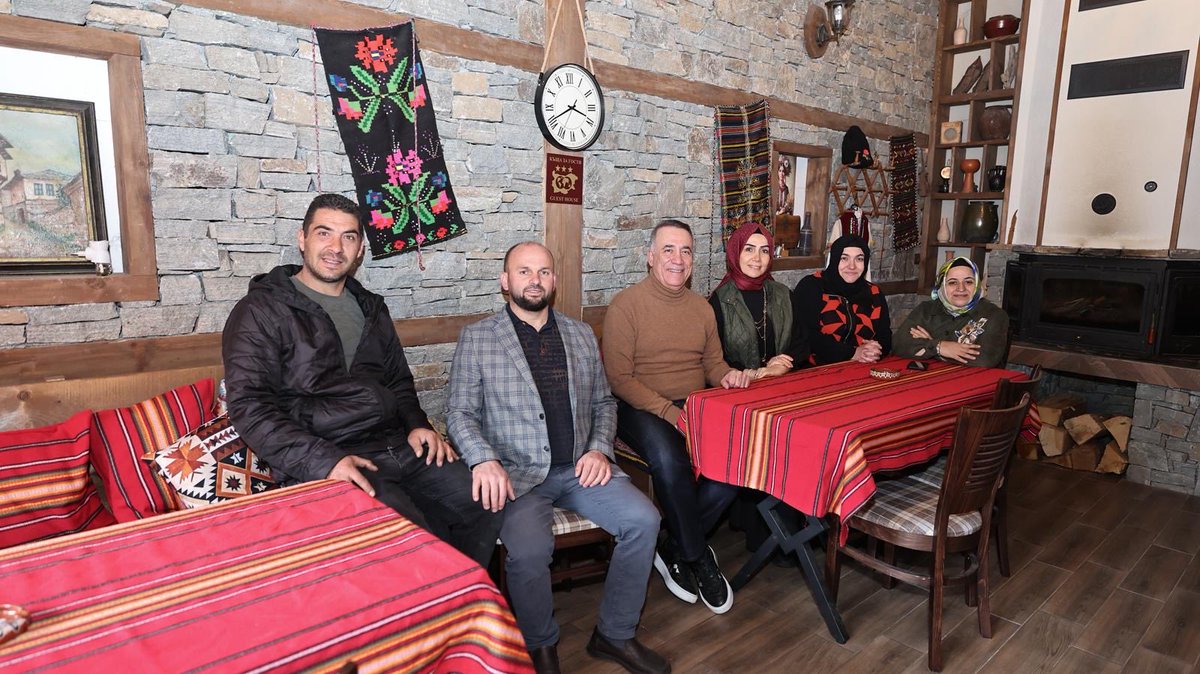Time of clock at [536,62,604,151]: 3:40
